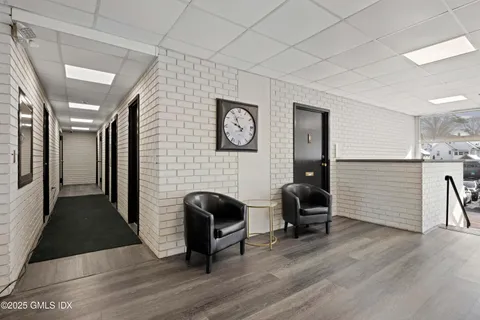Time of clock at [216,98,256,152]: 9:55
